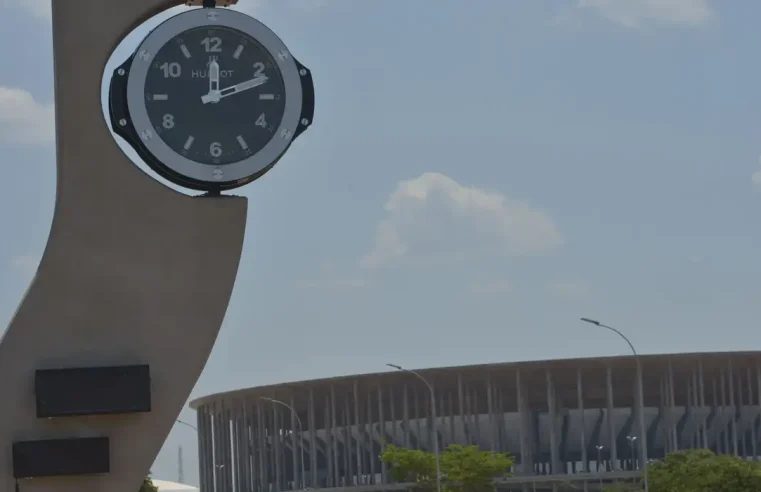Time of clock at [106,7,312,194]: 12:11
